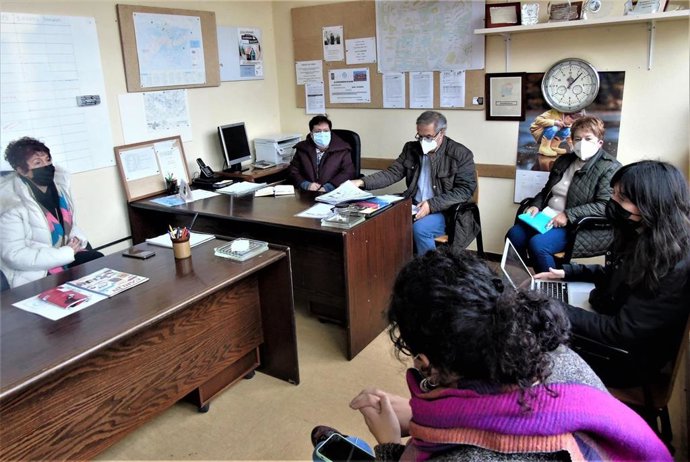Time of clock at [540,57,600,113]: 12:07
